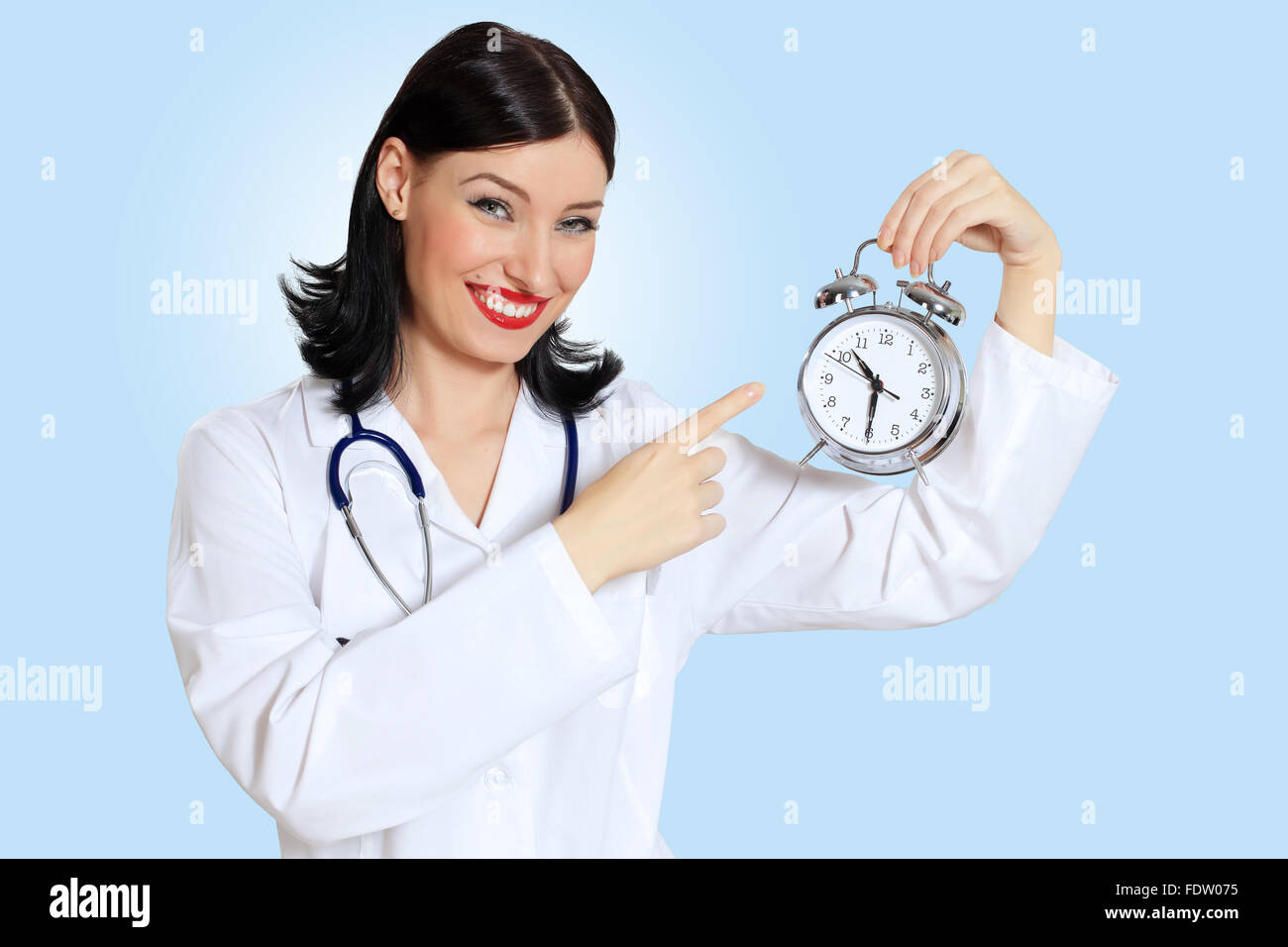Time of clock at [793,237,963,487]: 10:30
